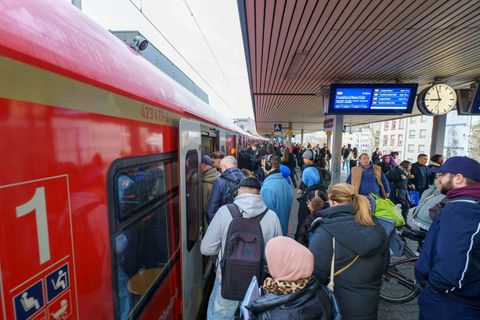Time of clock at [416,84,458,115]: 8:57
